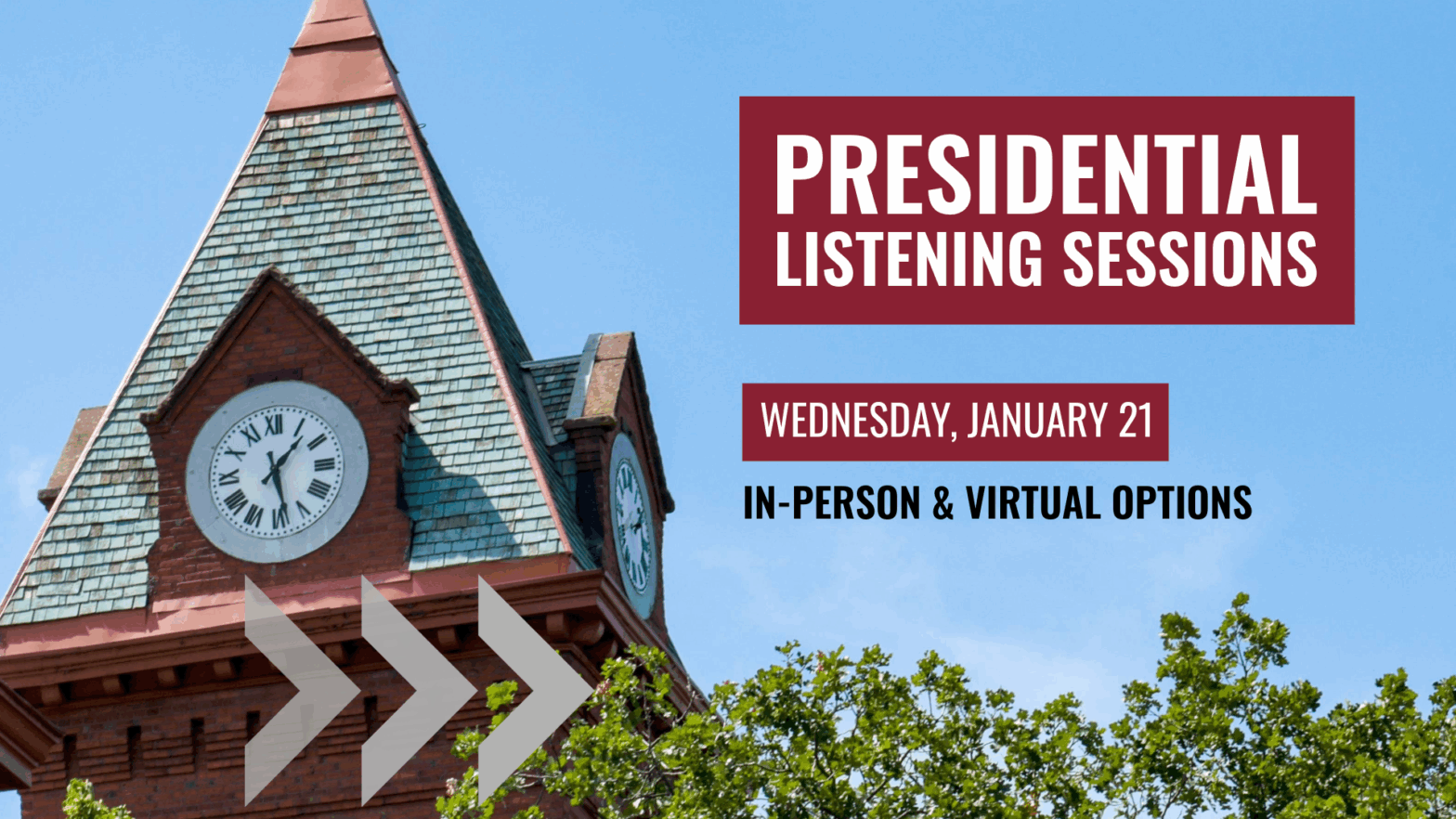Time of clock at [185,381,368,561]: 1:28
